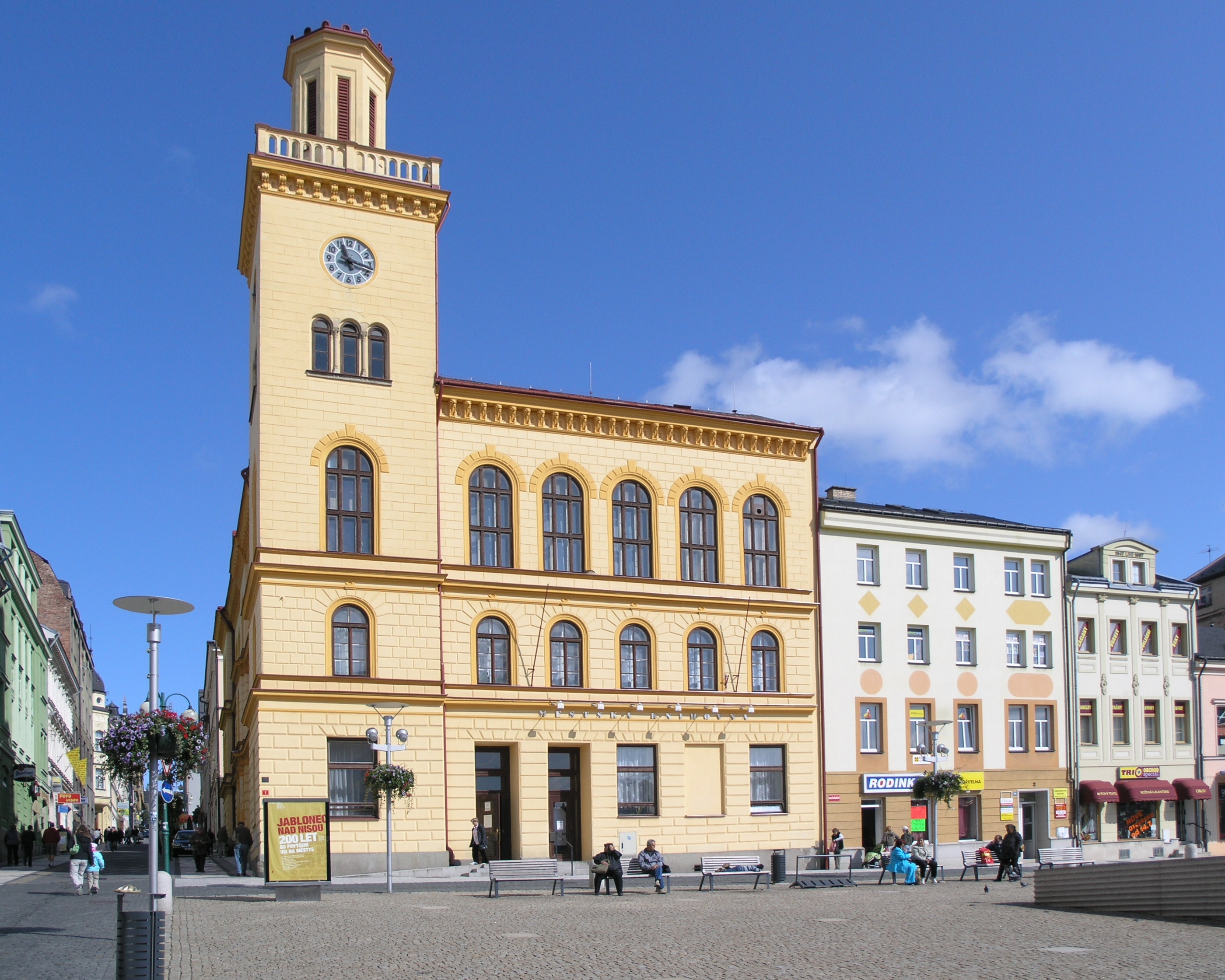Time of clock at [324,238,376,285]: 11:17
